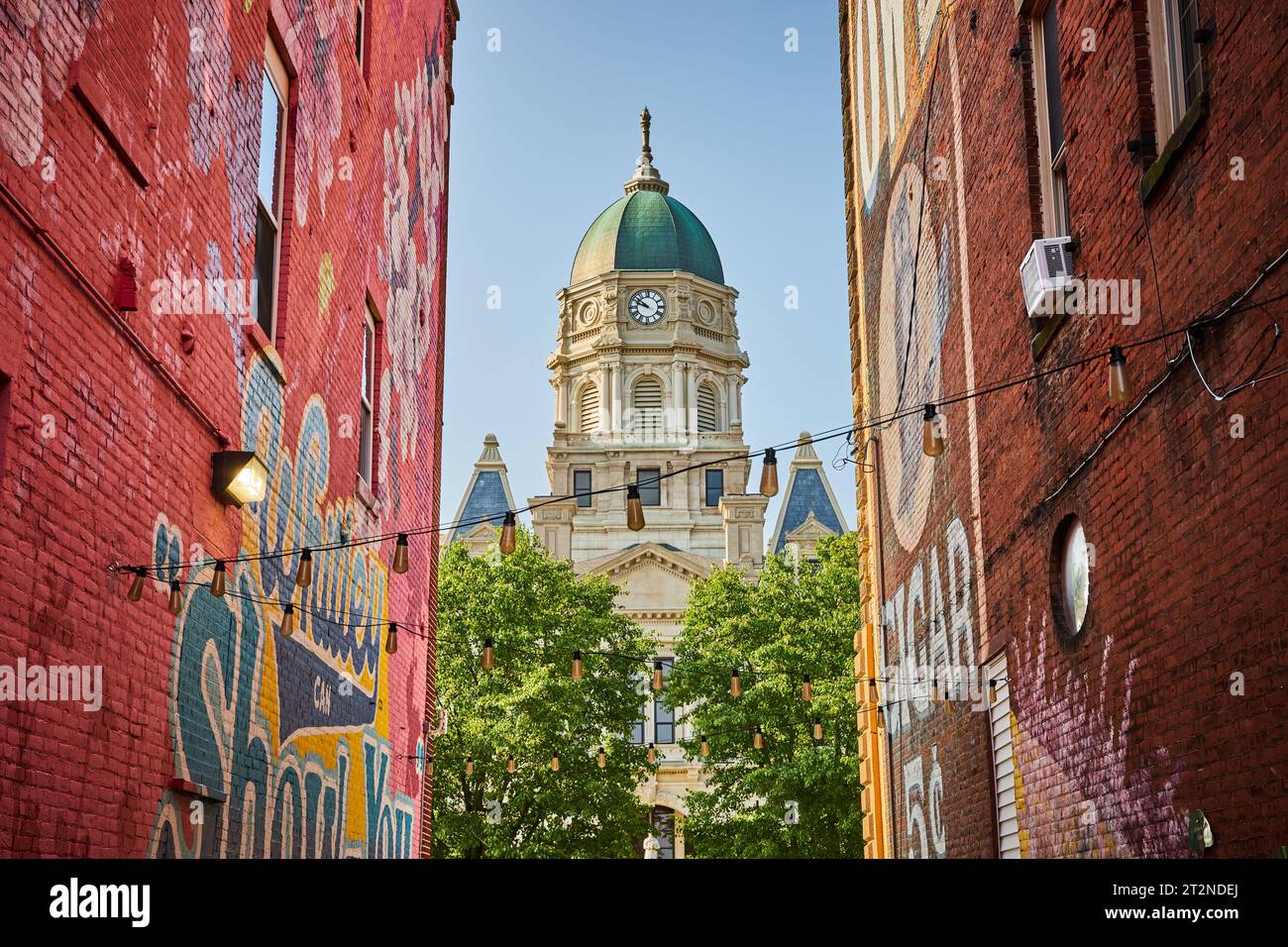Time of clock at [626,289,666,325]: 9:51
